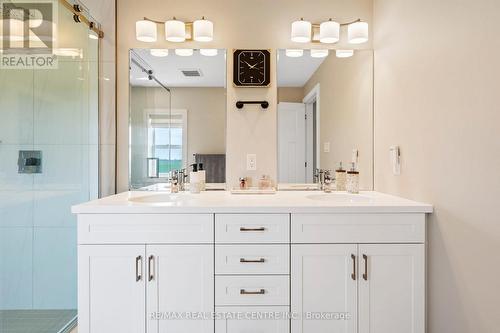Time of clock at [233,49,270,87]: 1:51
